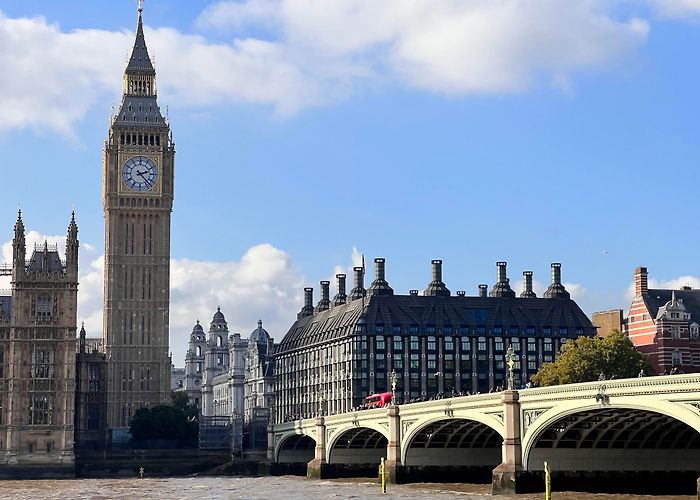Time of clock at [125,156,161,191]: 2:22
